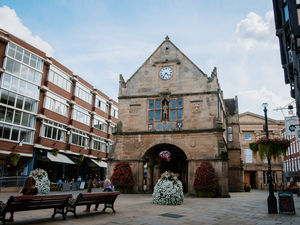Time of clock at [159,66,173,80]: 4:36
